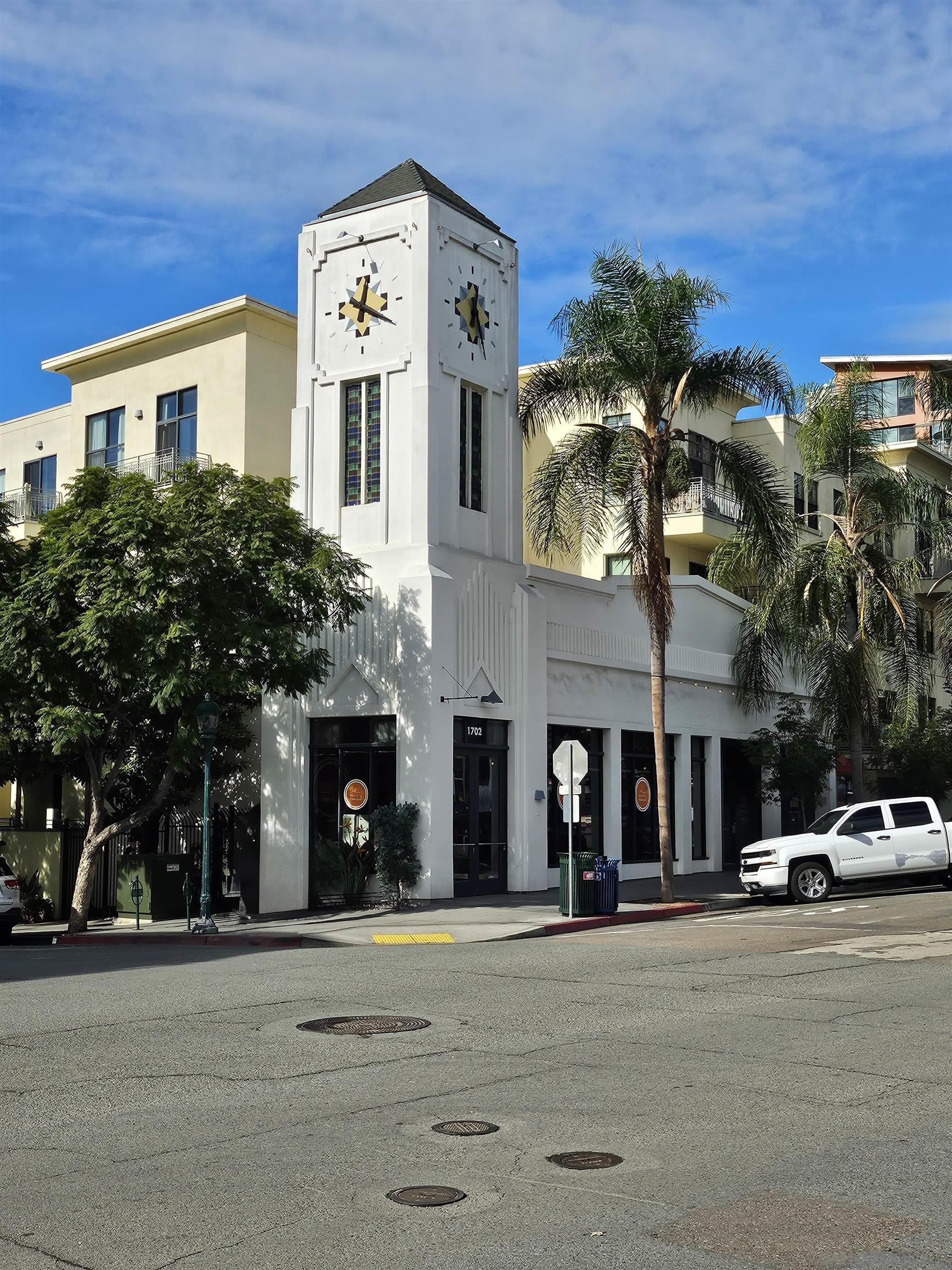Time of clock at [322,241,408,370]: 12:19
